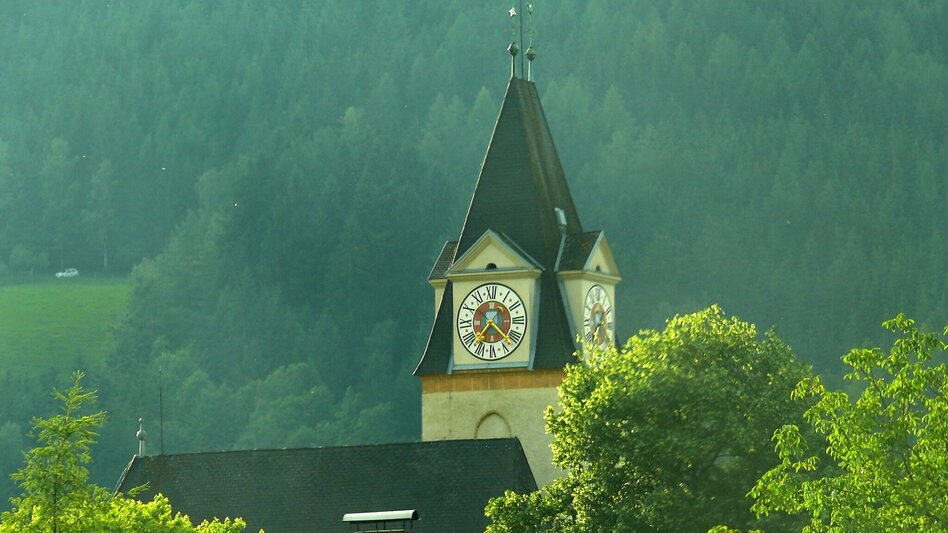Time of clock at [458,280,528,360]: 7:22
